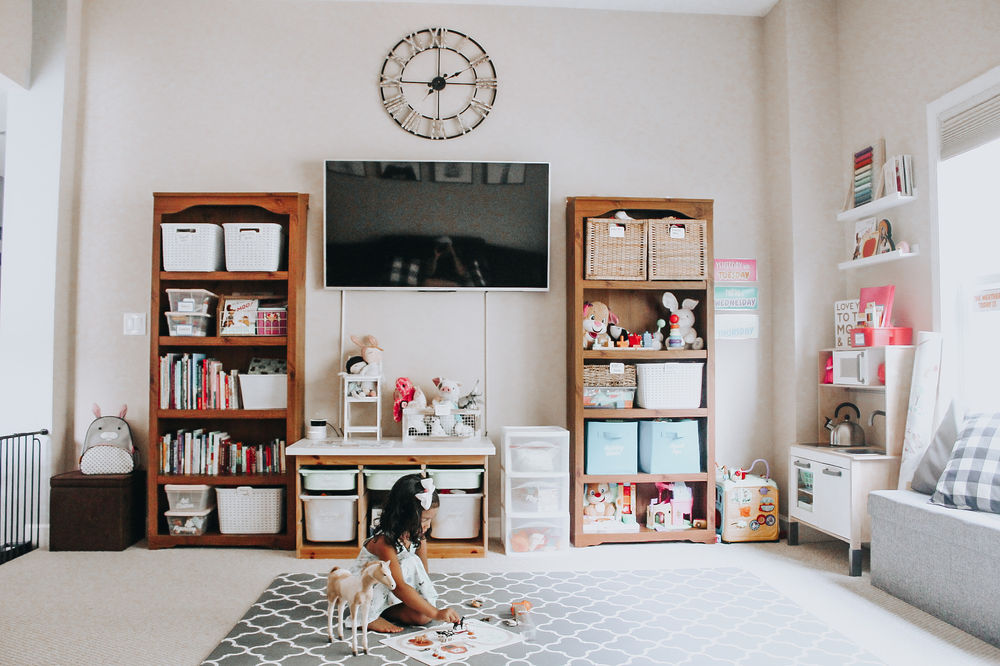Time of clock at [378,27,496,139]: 2:00
